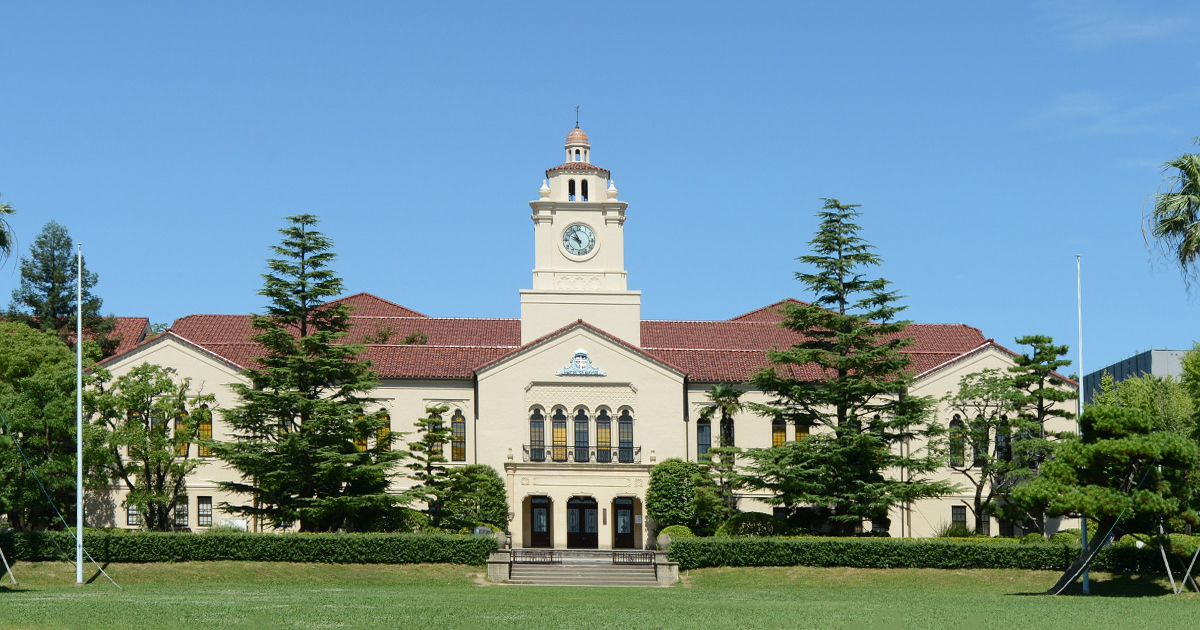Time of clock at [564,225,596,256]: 9:55
